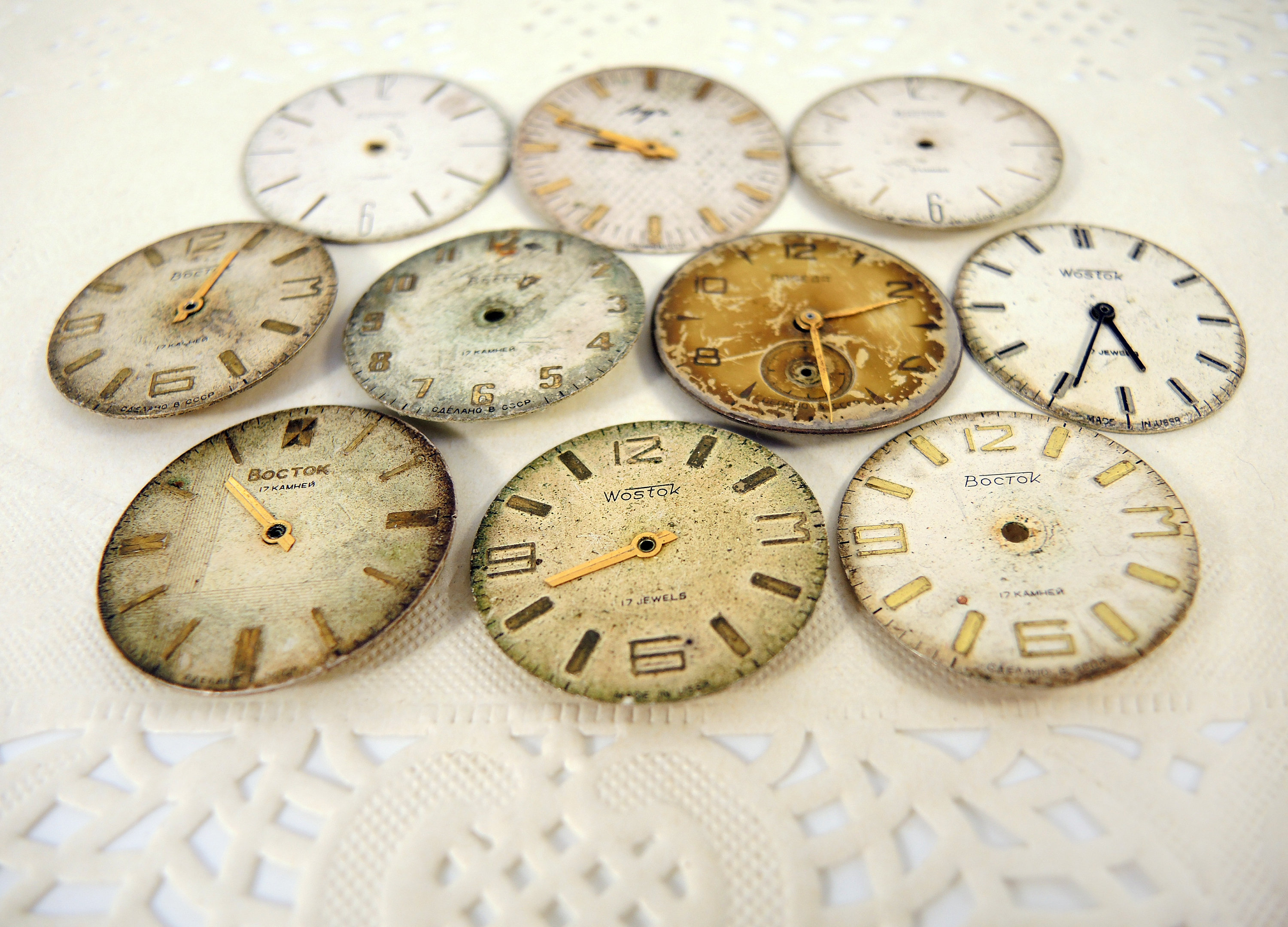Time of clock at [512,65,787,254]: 8:48
